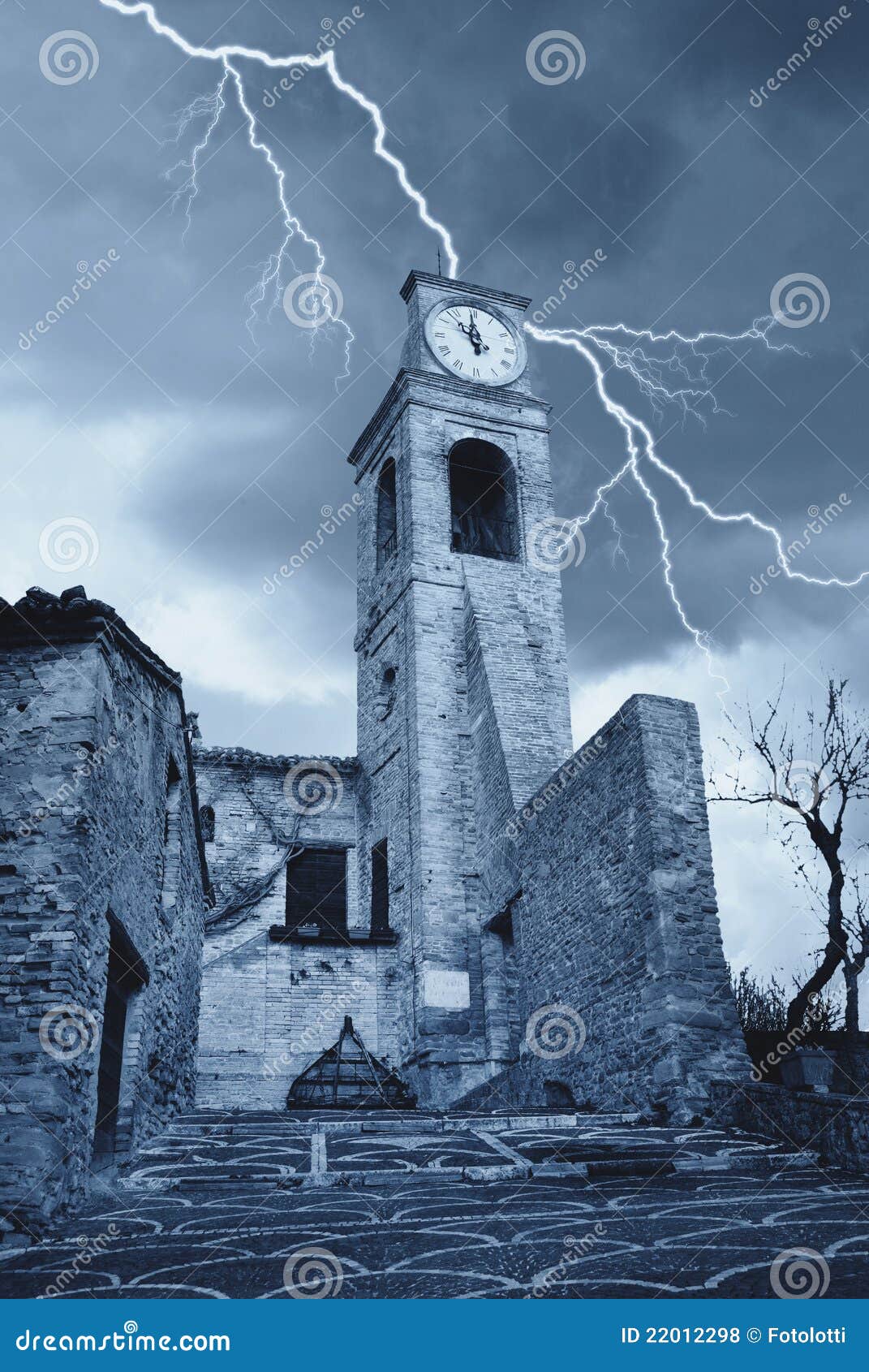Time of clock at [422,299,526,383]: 11:52
